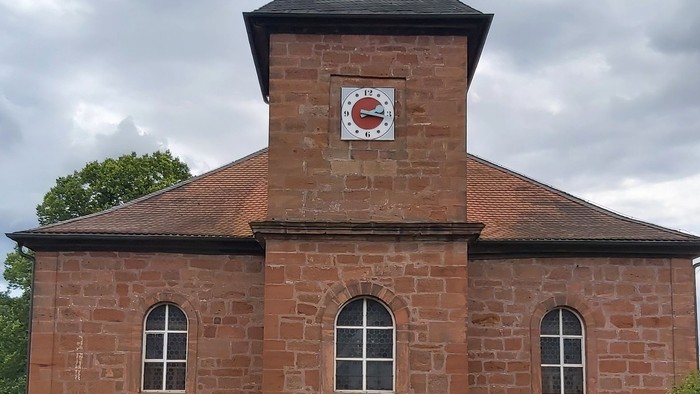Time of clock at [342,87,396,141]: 2:17
